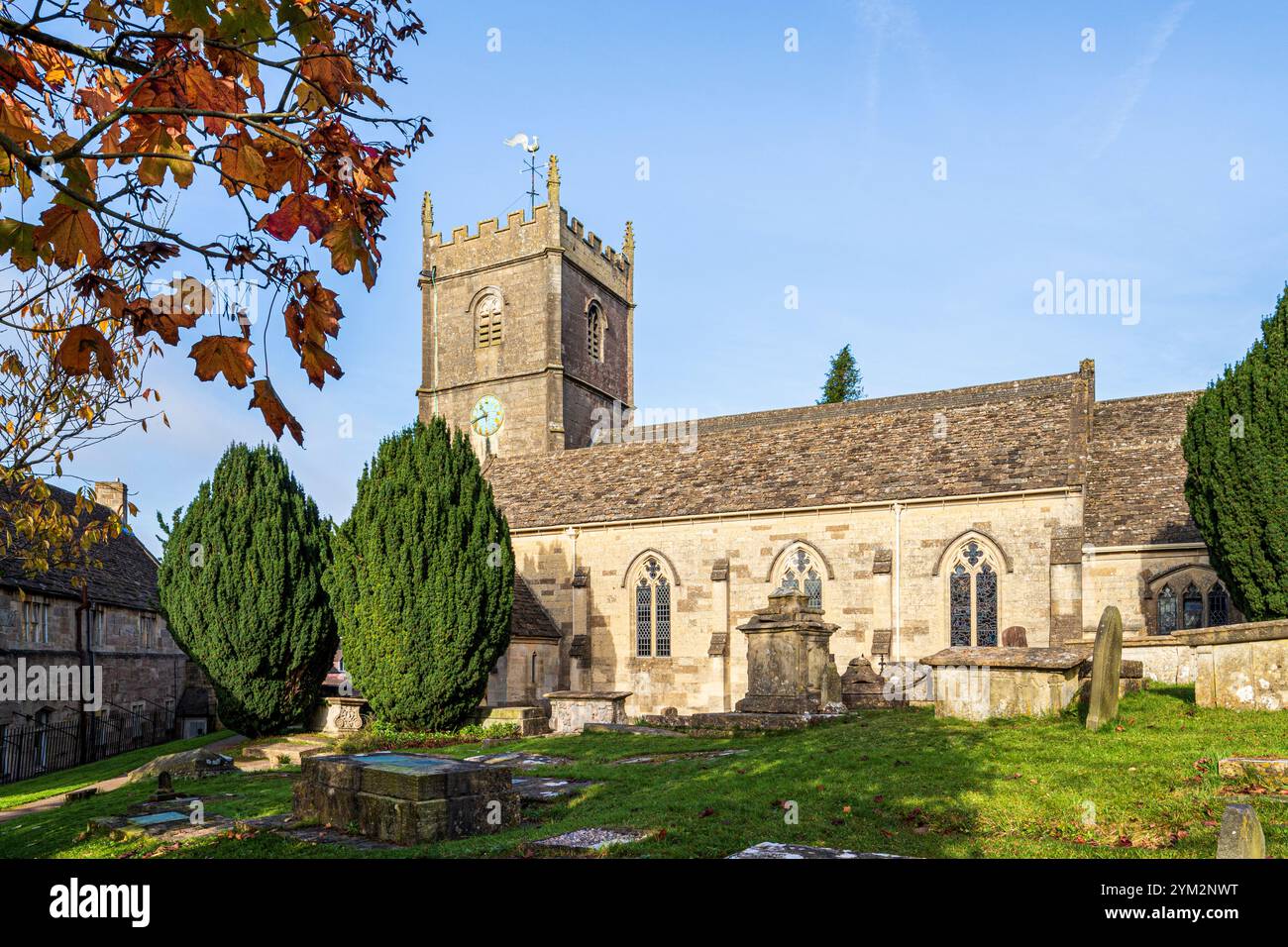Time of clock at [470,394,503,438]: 10:42
